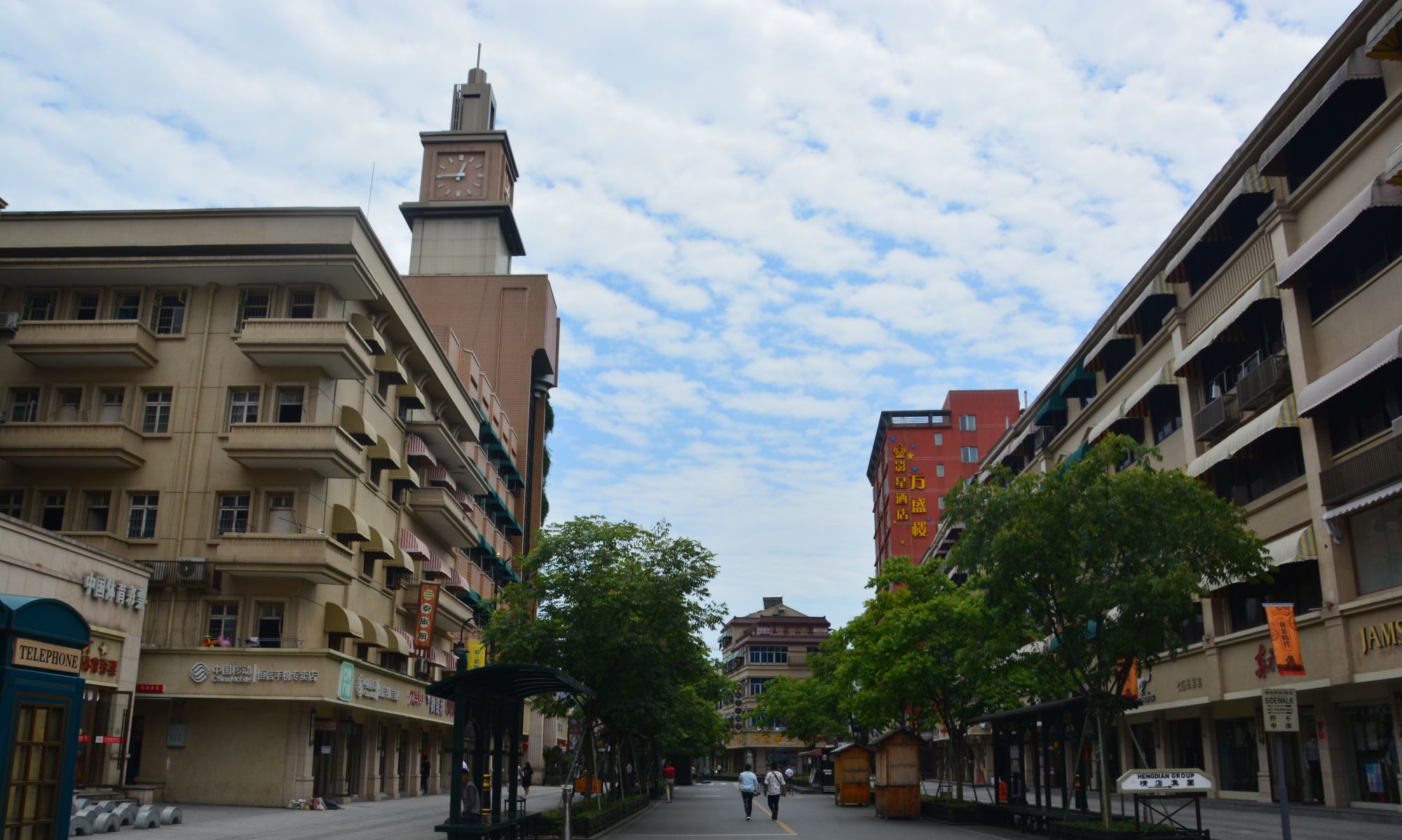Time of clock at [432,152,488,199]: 12:45
